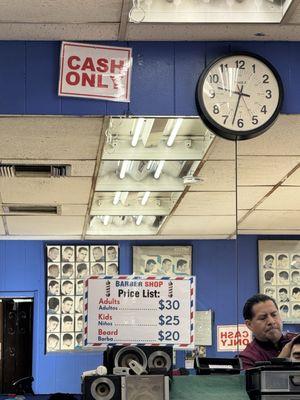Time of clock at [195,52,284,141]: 3:32
